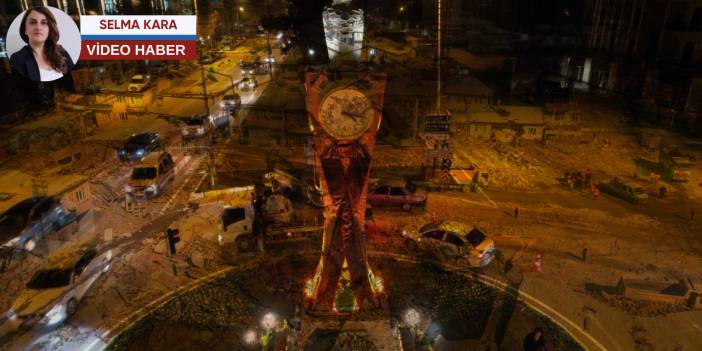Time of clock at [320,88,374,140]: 4:16
